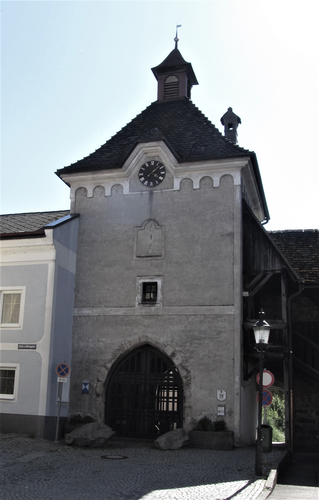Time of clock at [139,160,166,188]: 4:07
